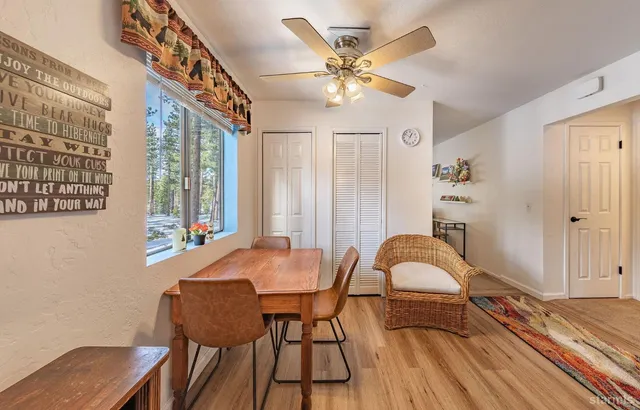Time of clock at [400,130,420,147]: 12:52
